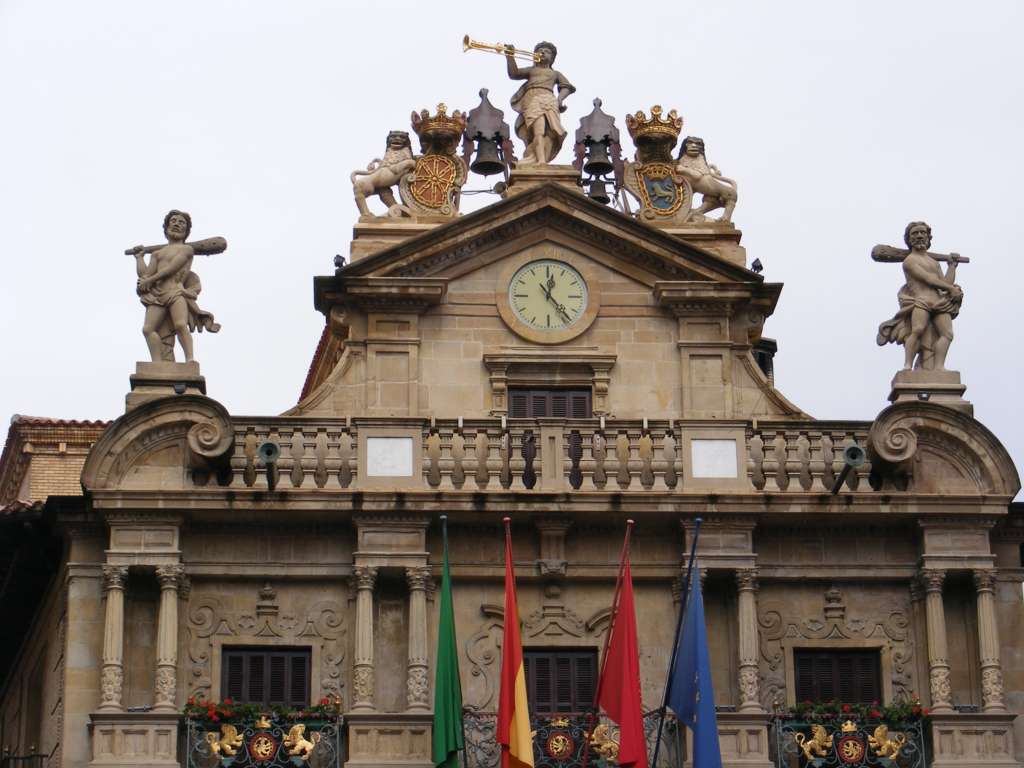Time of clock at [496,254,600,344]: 12:23
